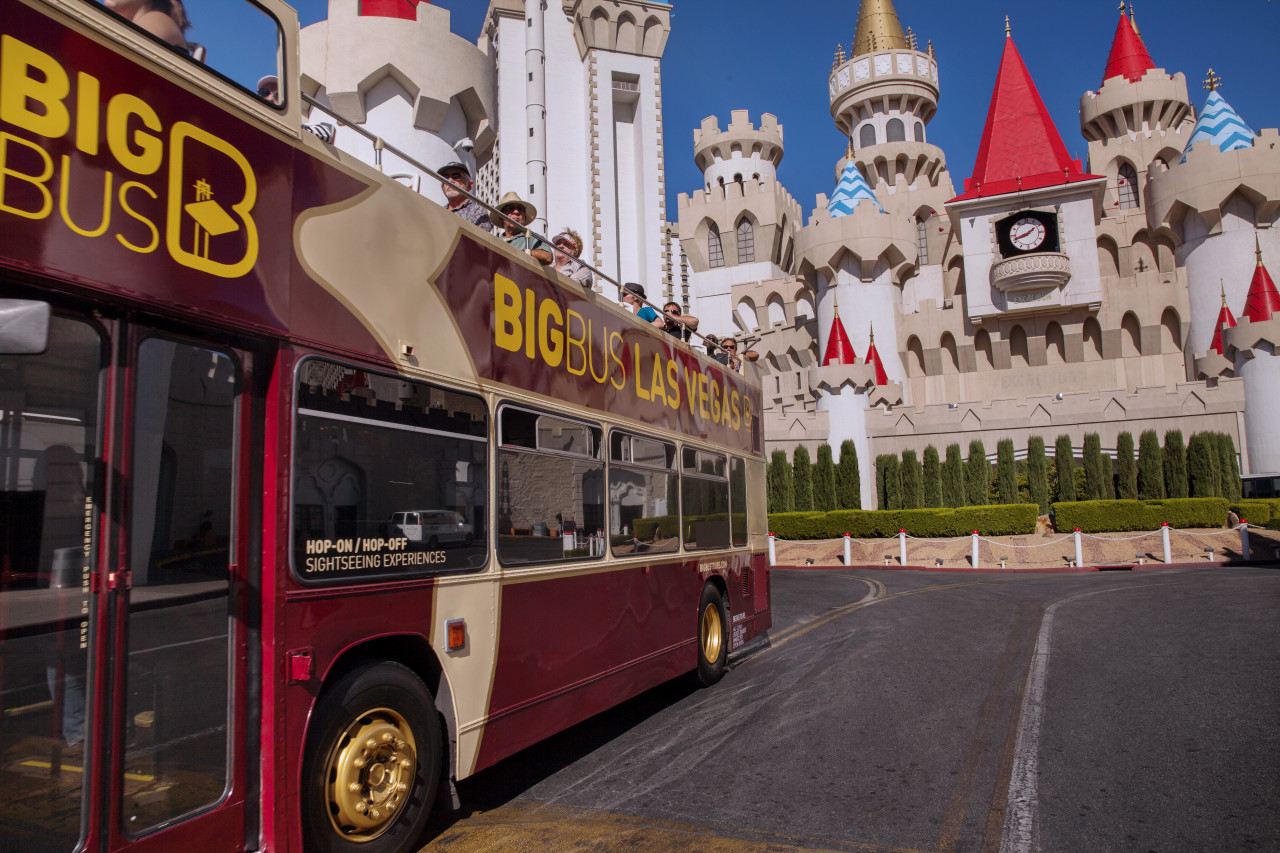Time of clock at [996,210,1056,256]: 1:41
